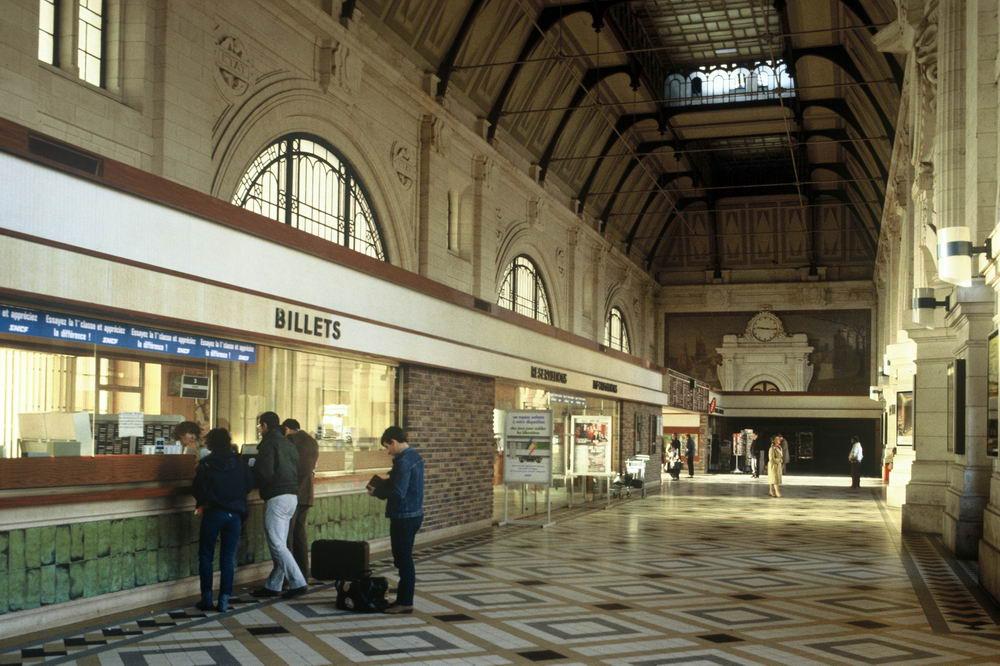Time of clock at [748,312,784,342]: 9:16
